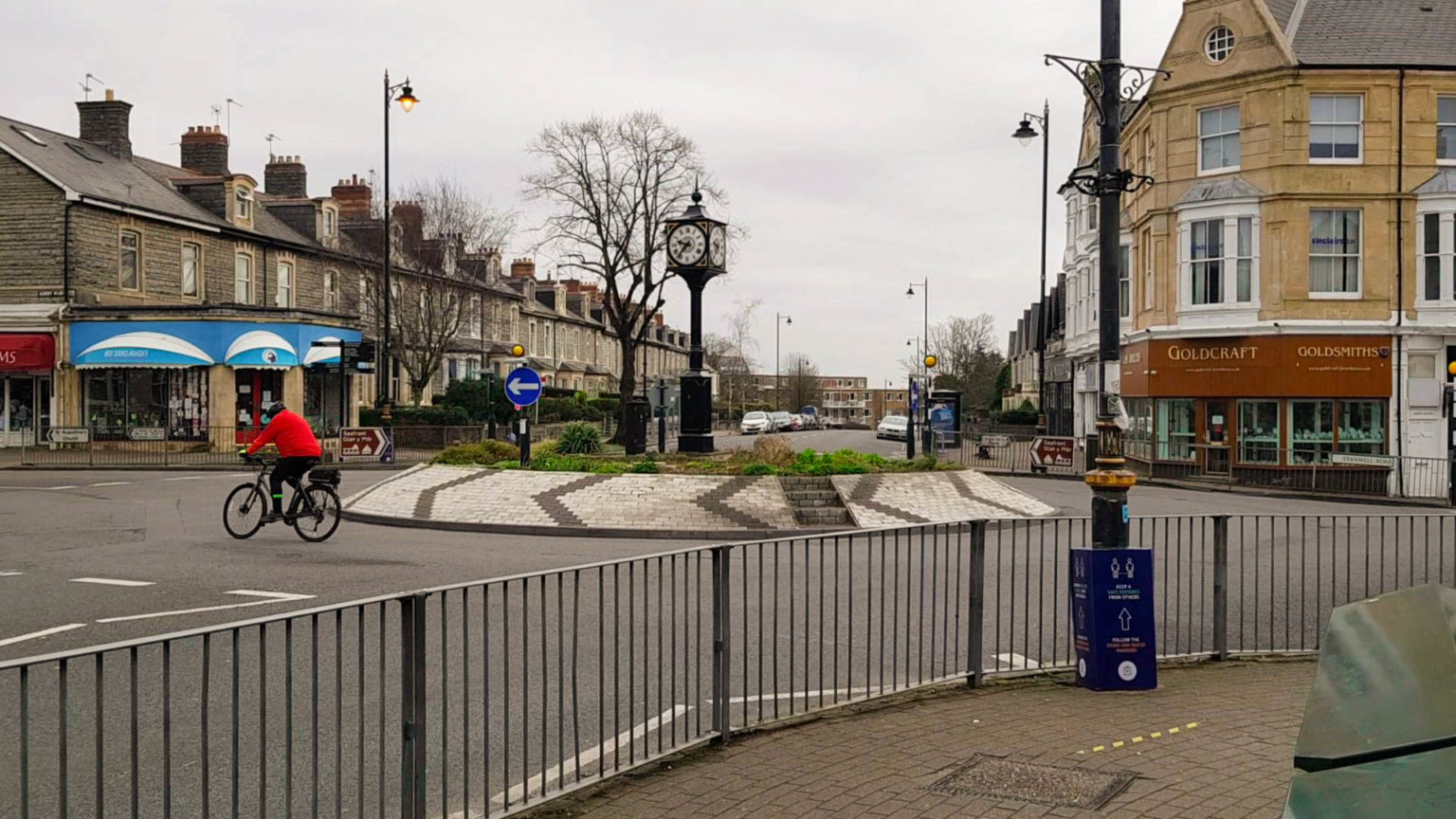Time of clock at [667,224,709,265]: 9:36
